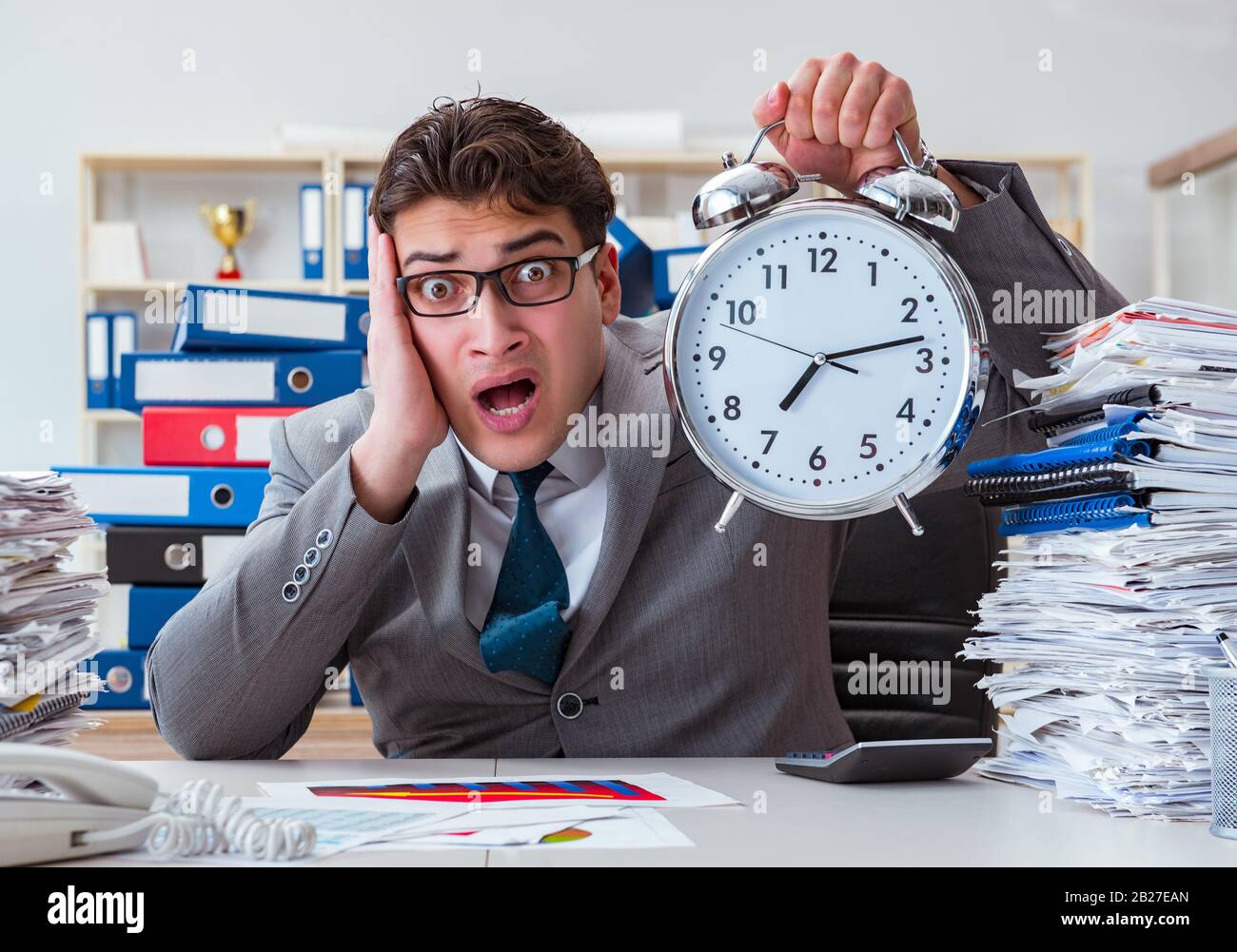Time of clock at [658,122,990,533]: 7:12
